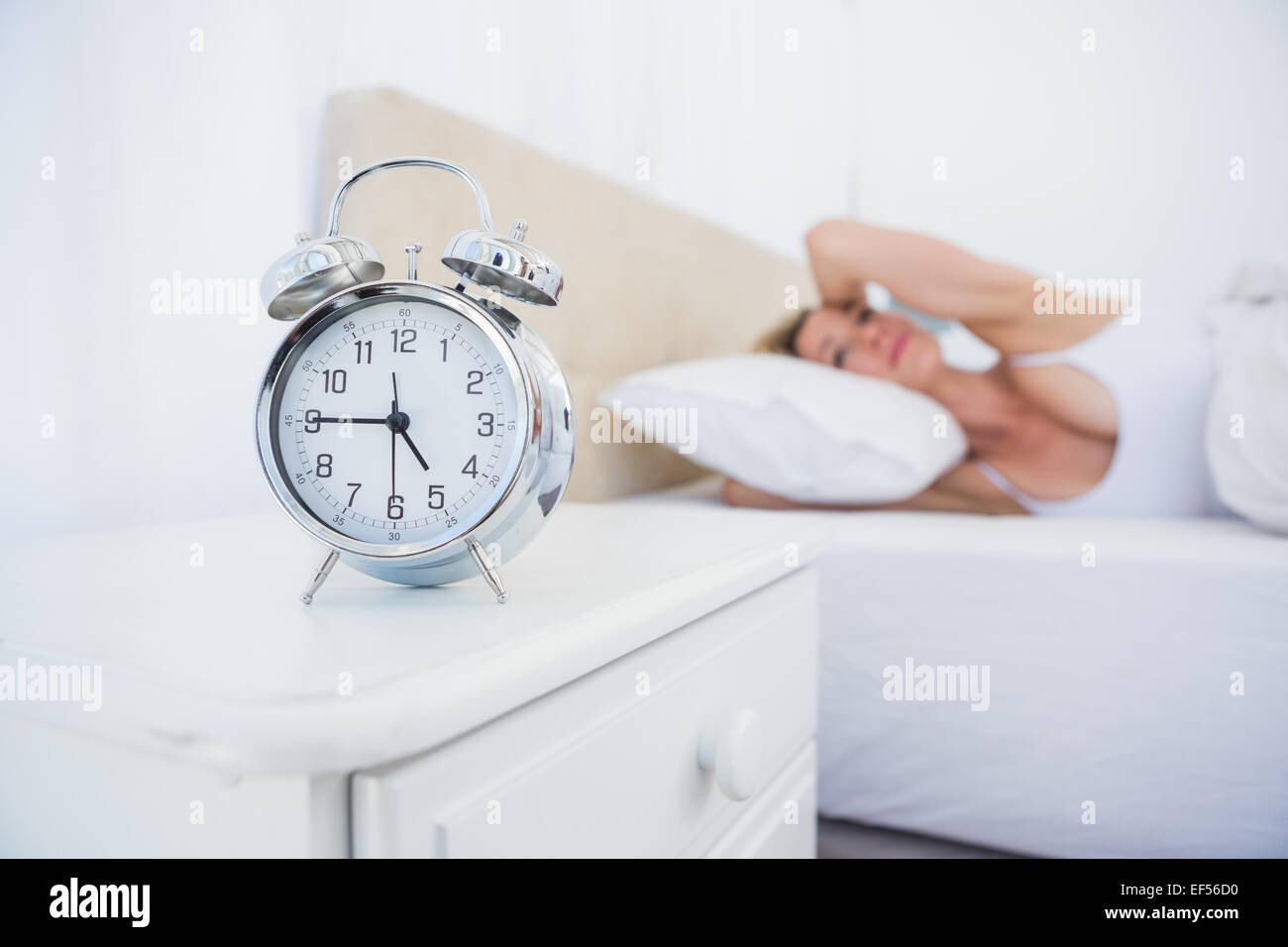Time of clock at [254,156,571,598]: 4:45
